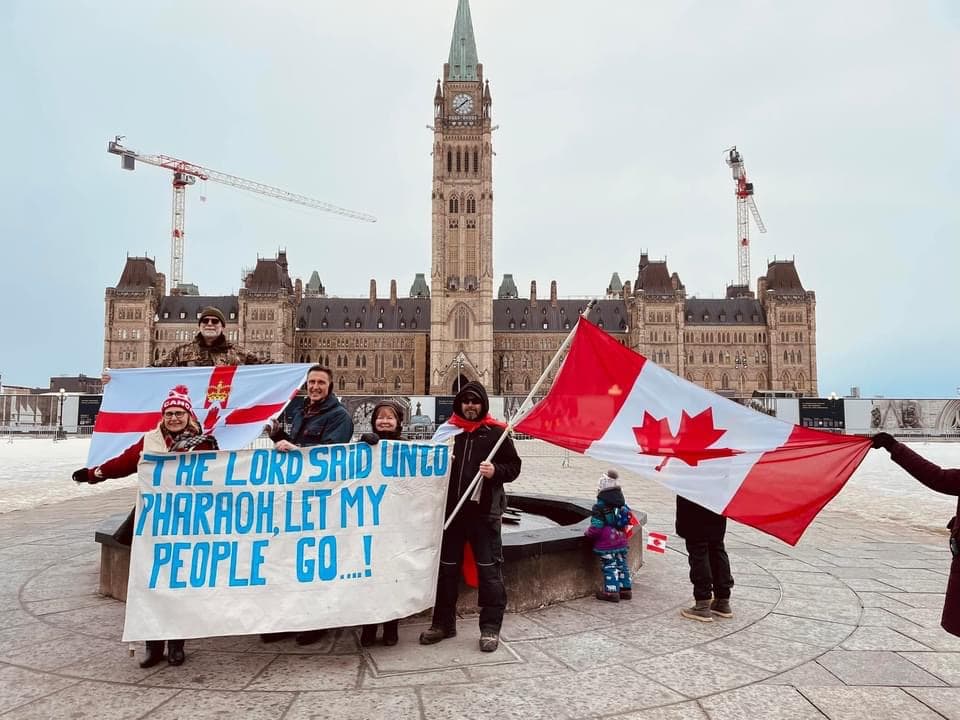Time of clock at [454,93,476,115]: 1:38
